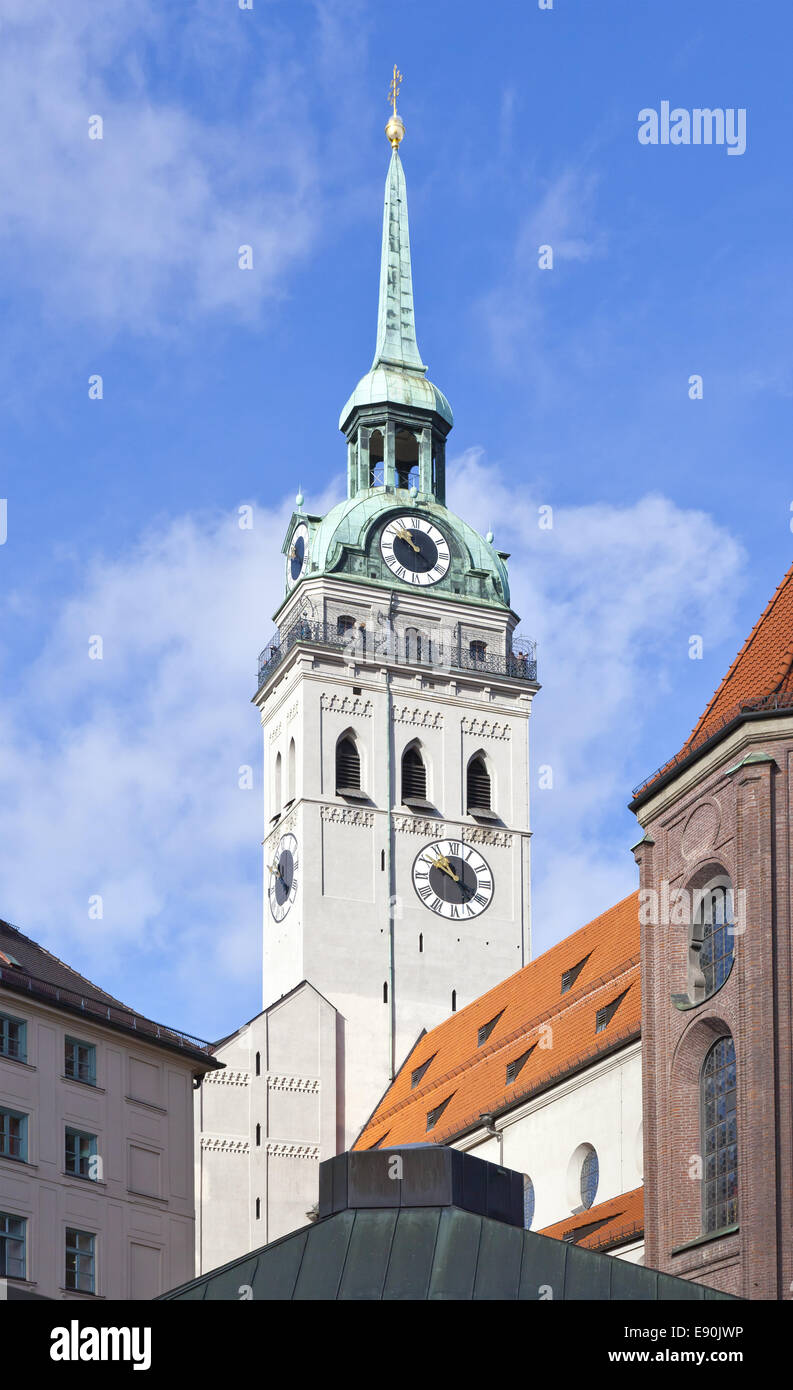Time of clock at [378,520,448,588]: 10:21
